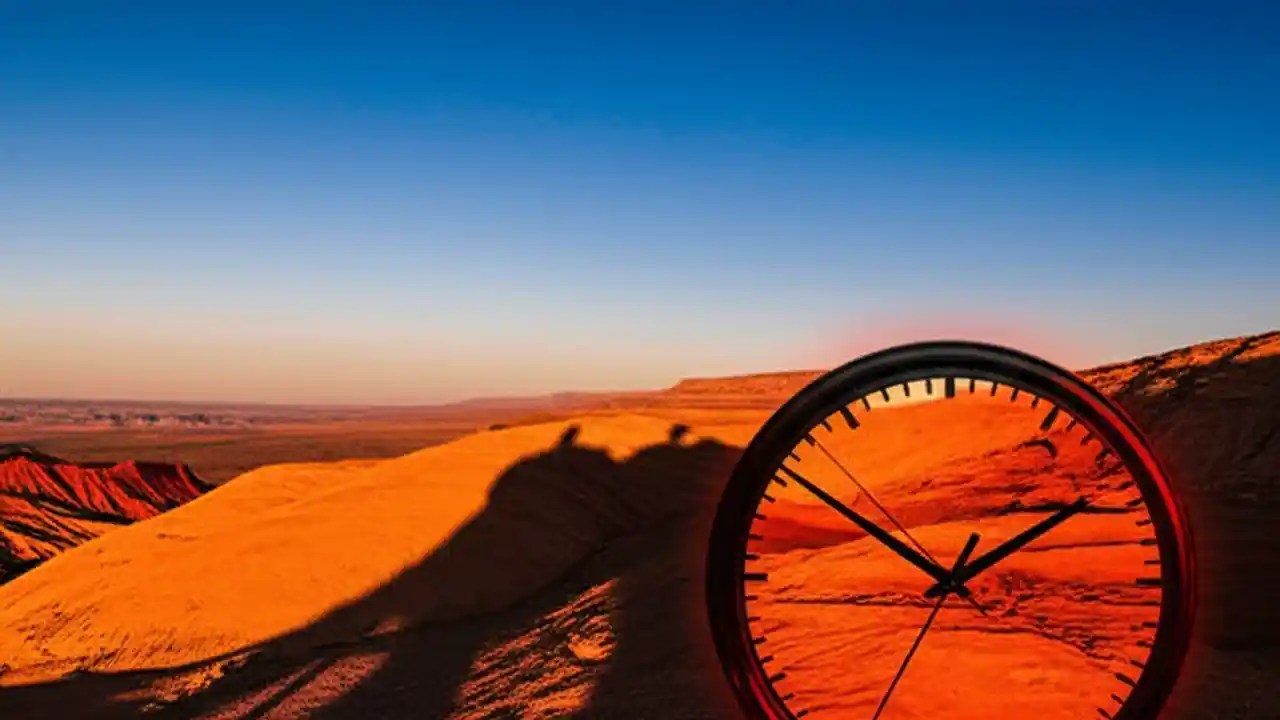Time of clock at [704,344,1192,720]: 1:50
